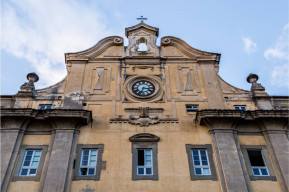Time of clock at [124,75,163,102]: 6:15
